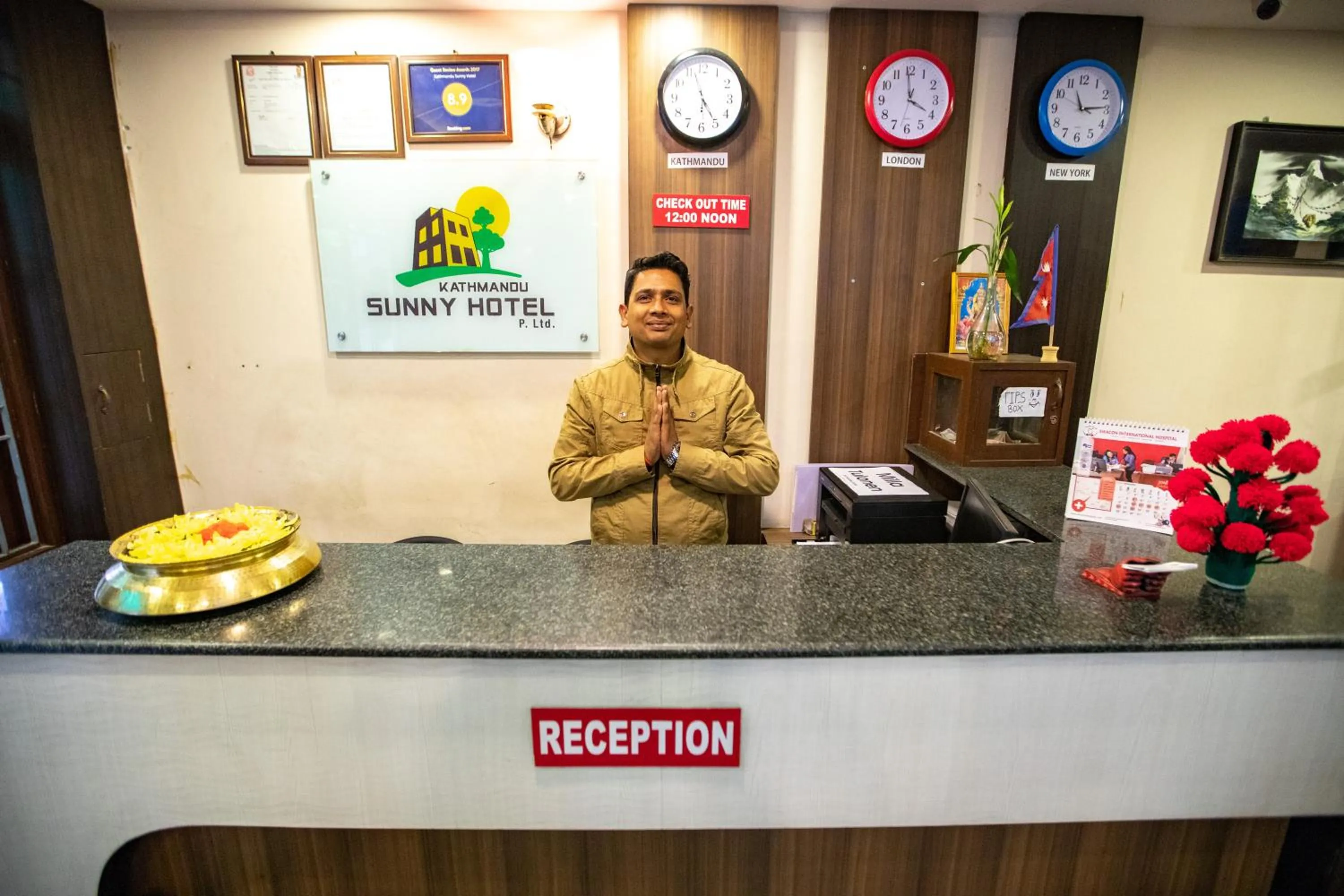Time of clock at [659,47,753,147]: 4:56
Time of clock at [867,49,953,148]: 3:58
